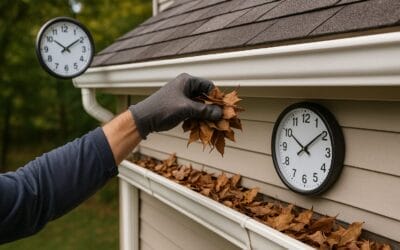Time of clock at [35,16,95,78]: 10:09
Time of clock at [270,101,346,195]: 10:09
